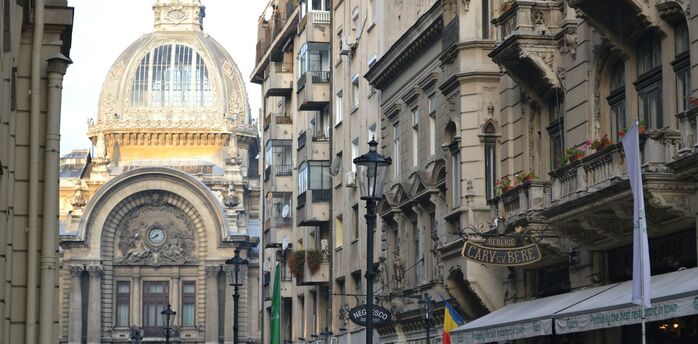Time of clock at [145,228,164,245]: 7:40
